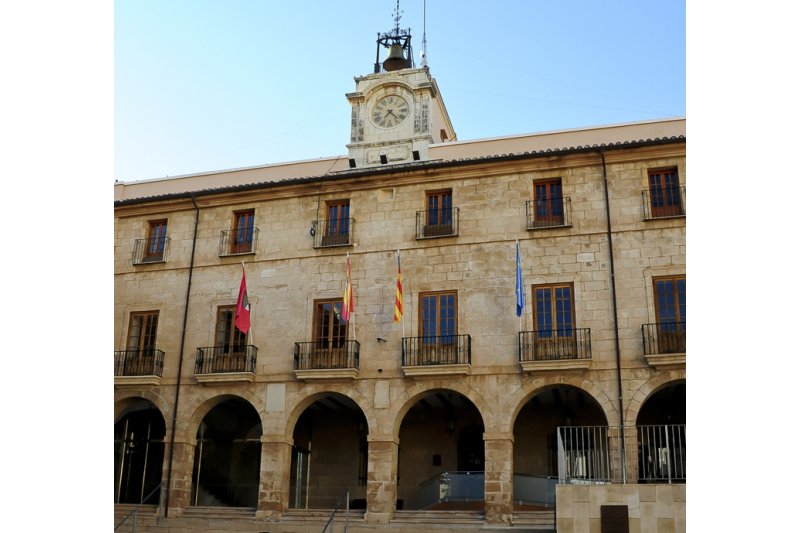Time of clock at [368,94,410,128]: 7:22
